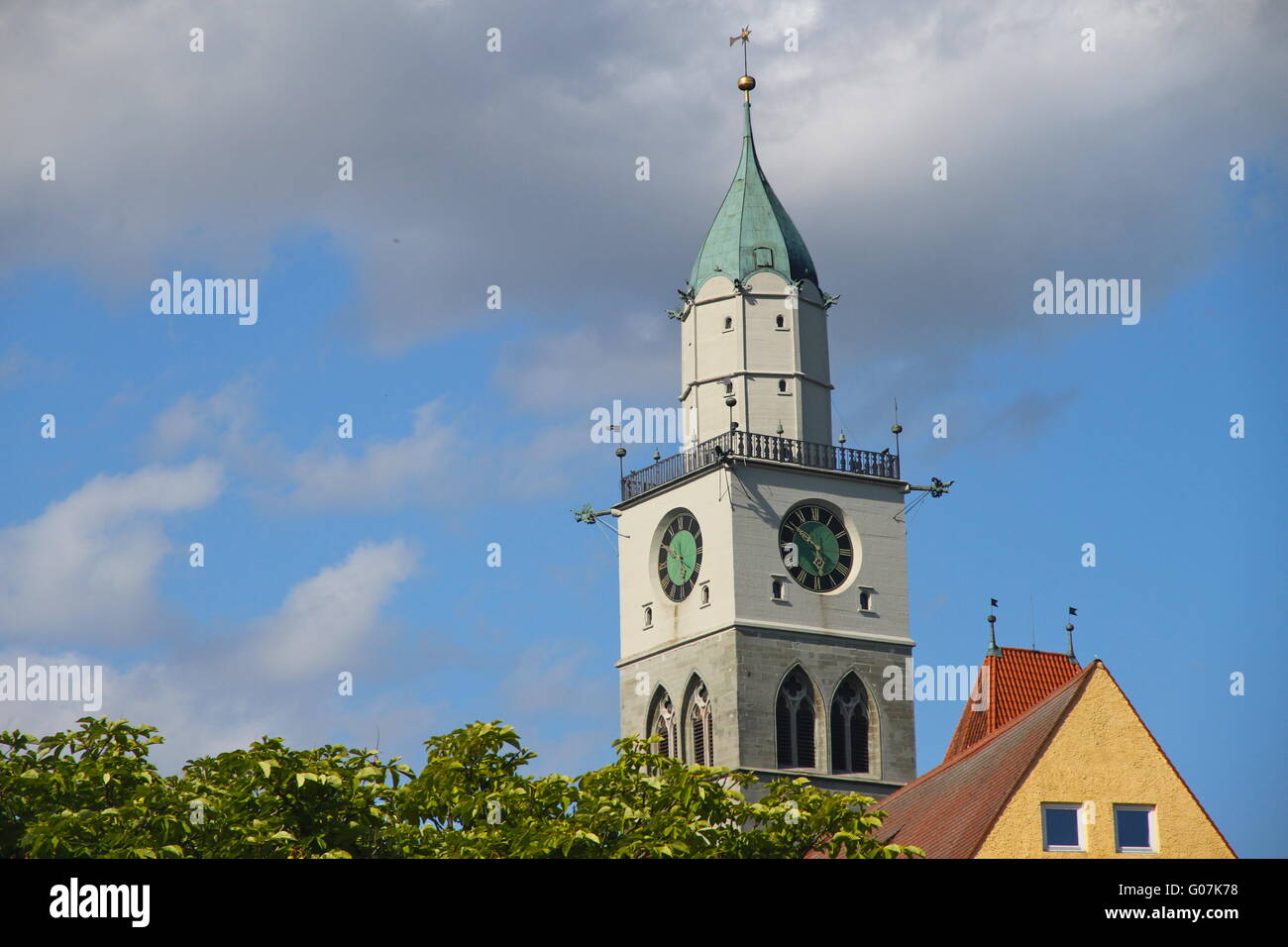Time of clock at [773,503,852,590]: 5:51
